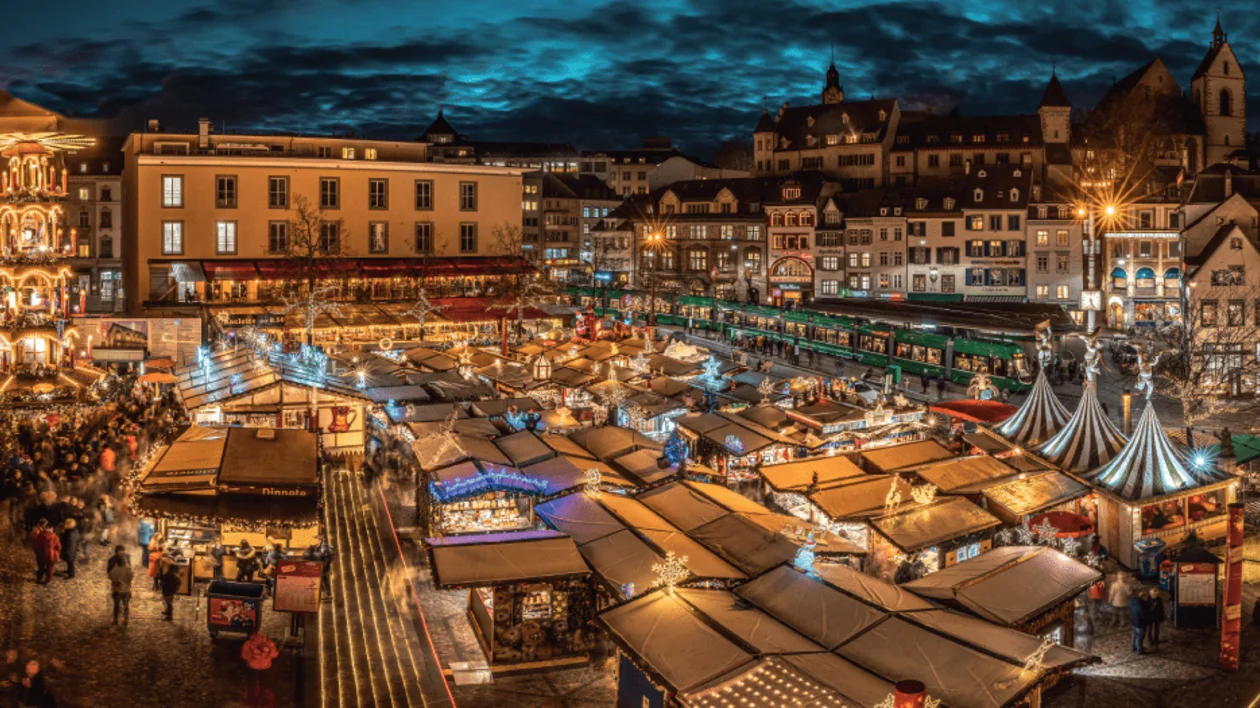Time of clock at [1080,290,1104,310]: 5:26
